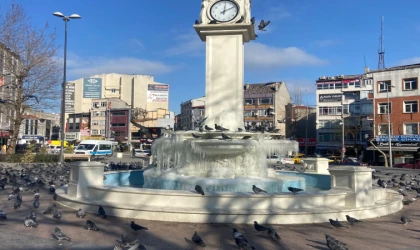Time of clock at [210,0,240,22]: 12:09
